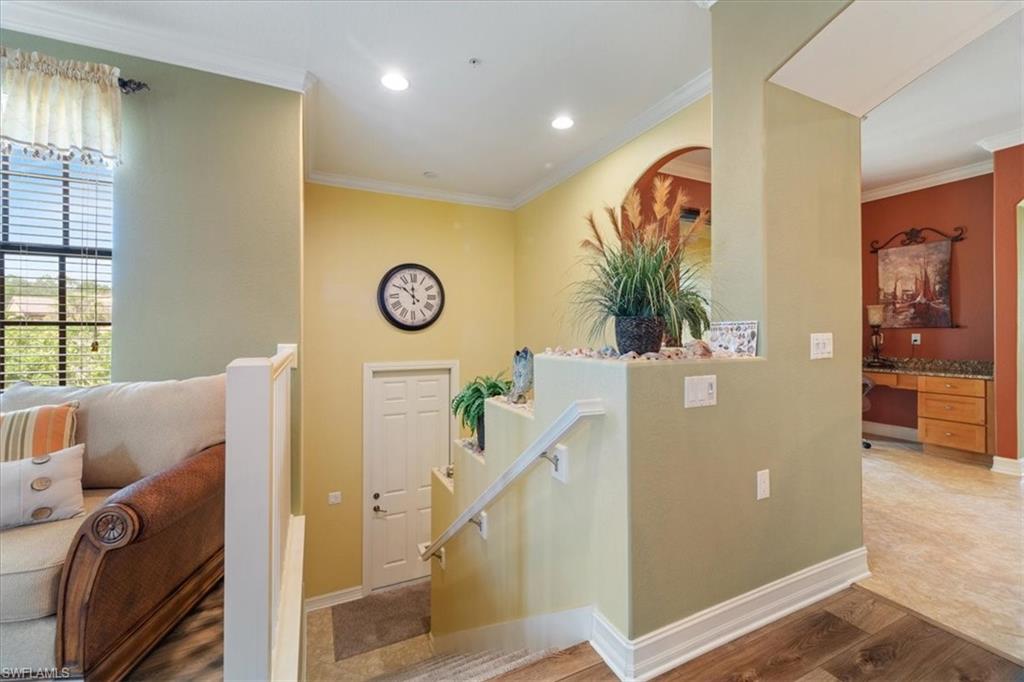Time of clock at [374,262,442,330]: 11:51
